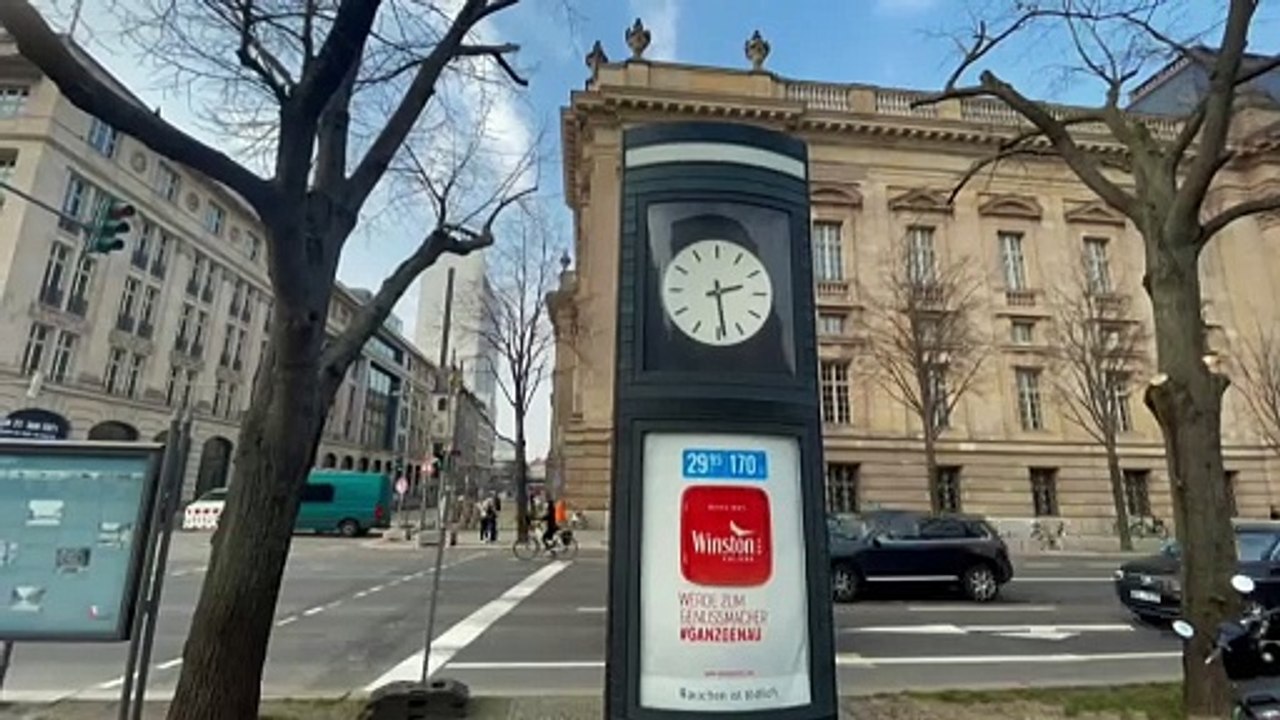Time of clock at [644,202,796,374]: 2:28
